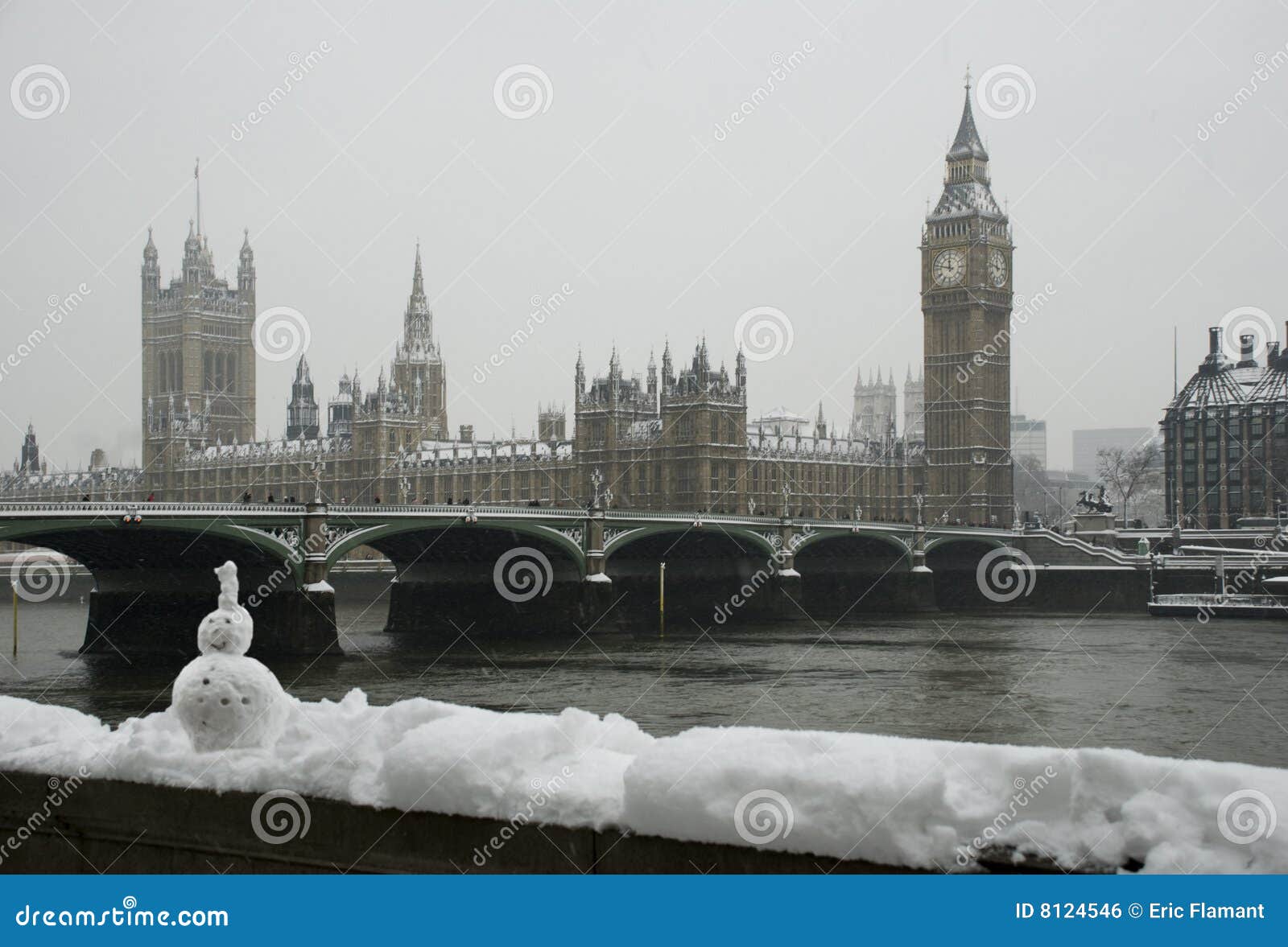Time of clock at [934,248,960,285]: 11:47
